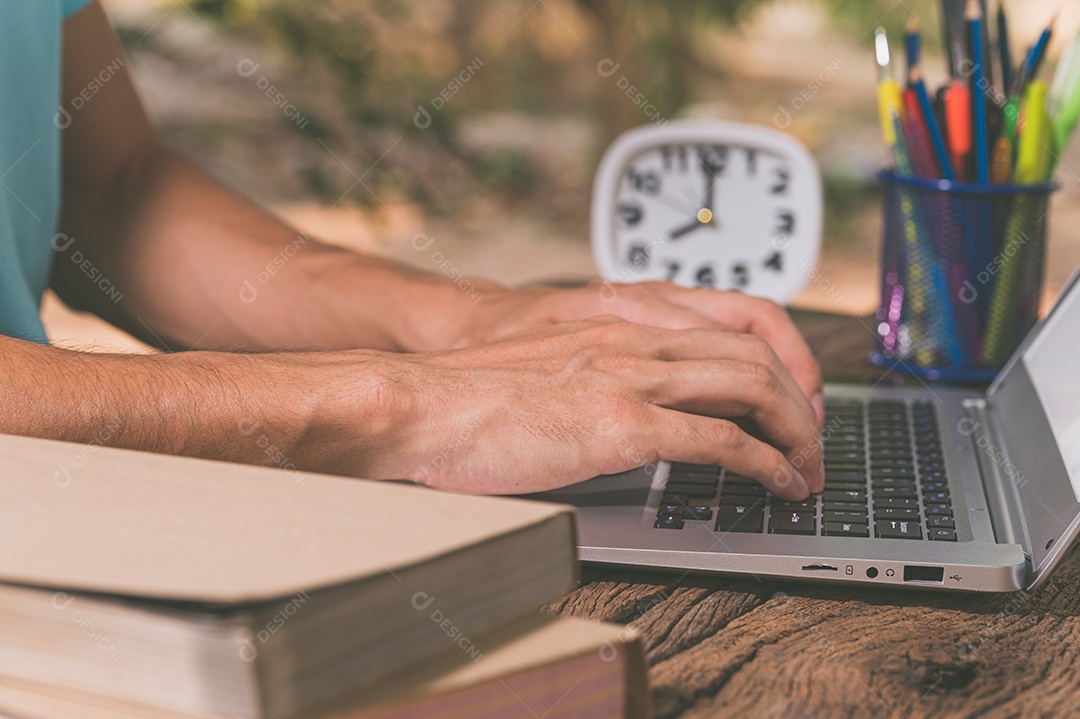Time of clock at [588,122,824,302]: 7:59
